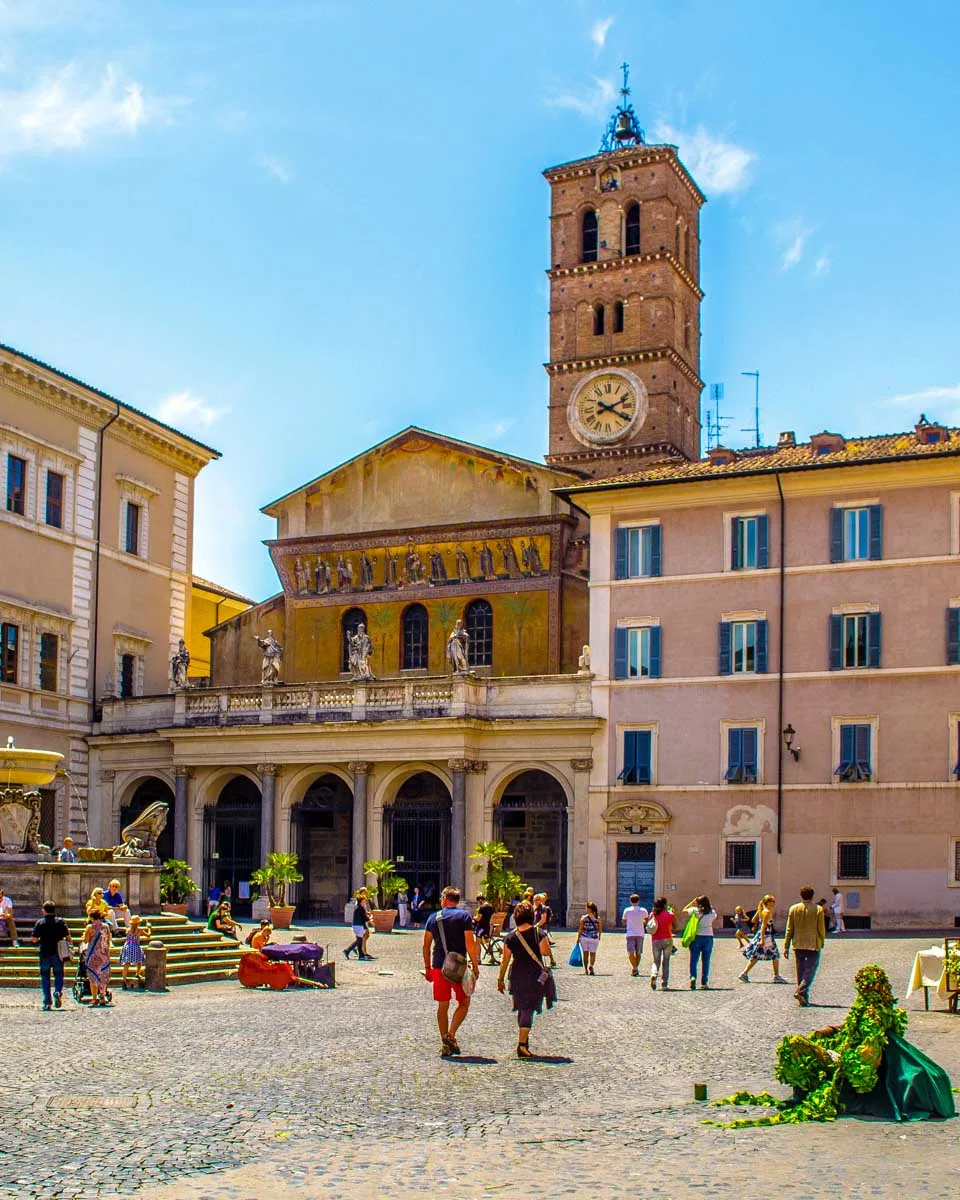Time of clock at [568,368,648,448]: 2:20
